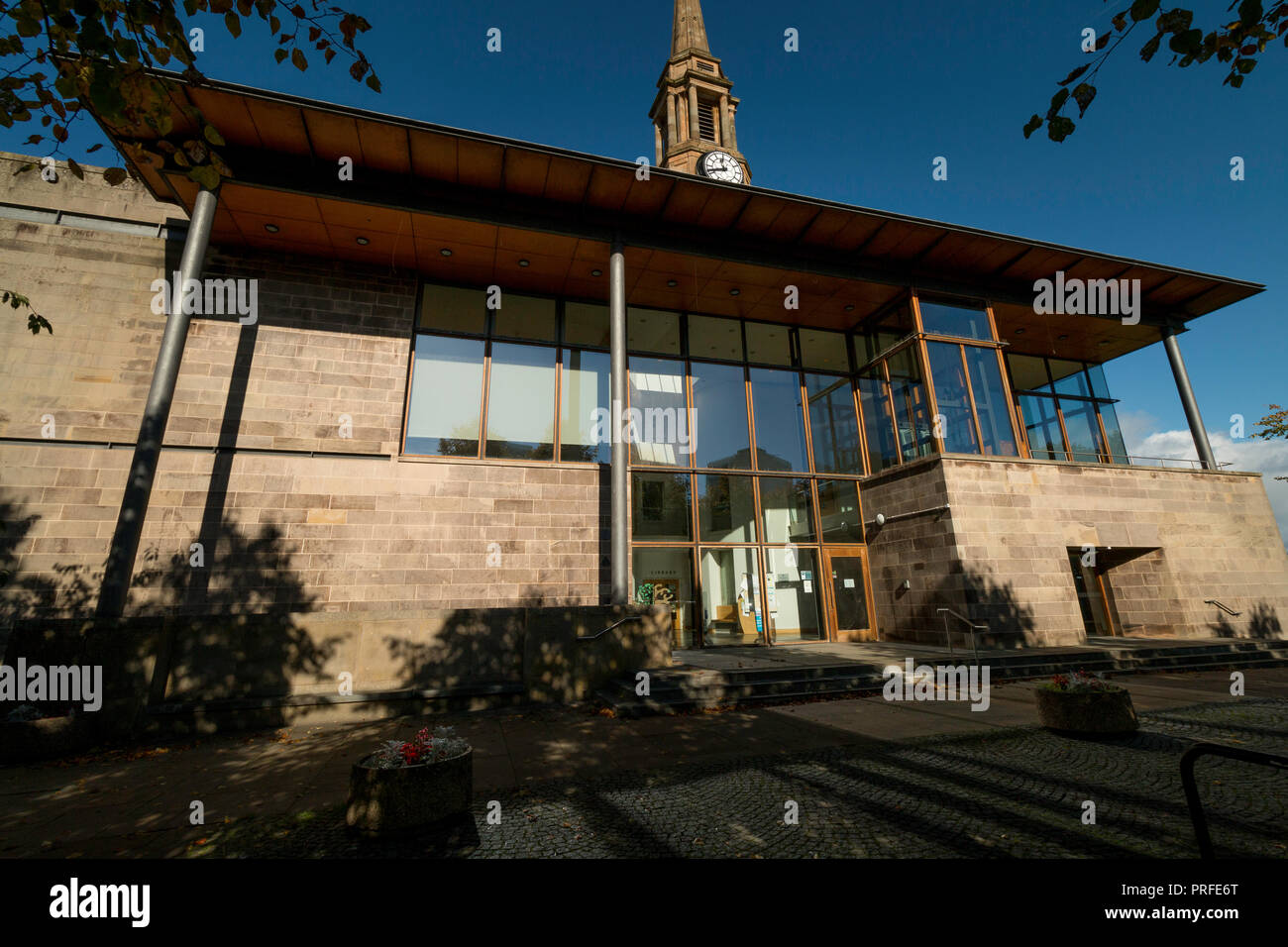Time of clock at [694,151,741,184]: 11:41
